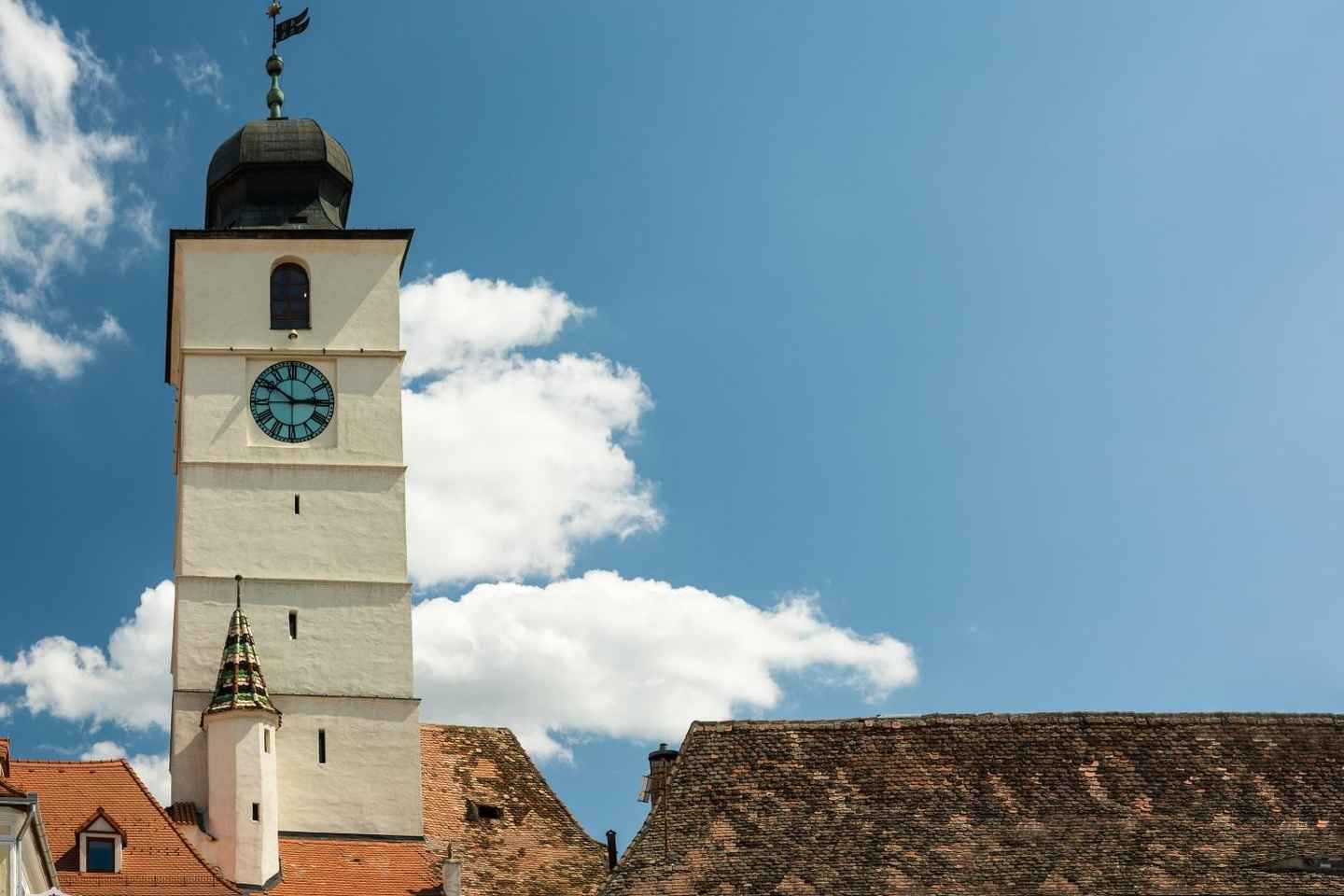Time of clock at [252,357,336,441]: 2:50
